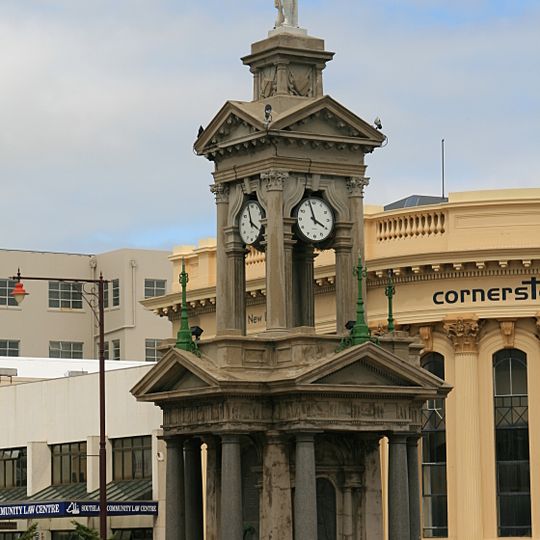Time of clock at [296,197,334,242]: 3:57
